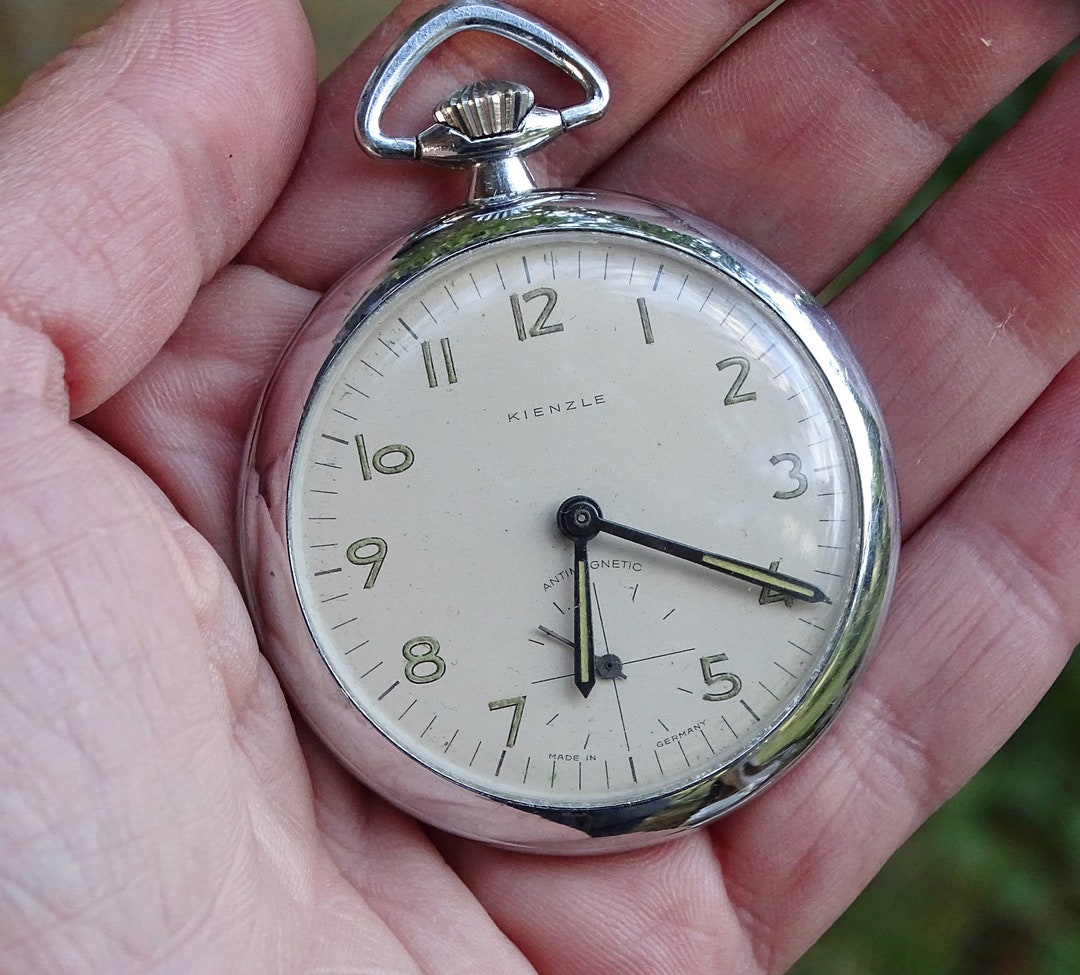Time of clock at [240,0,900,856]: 6:20
